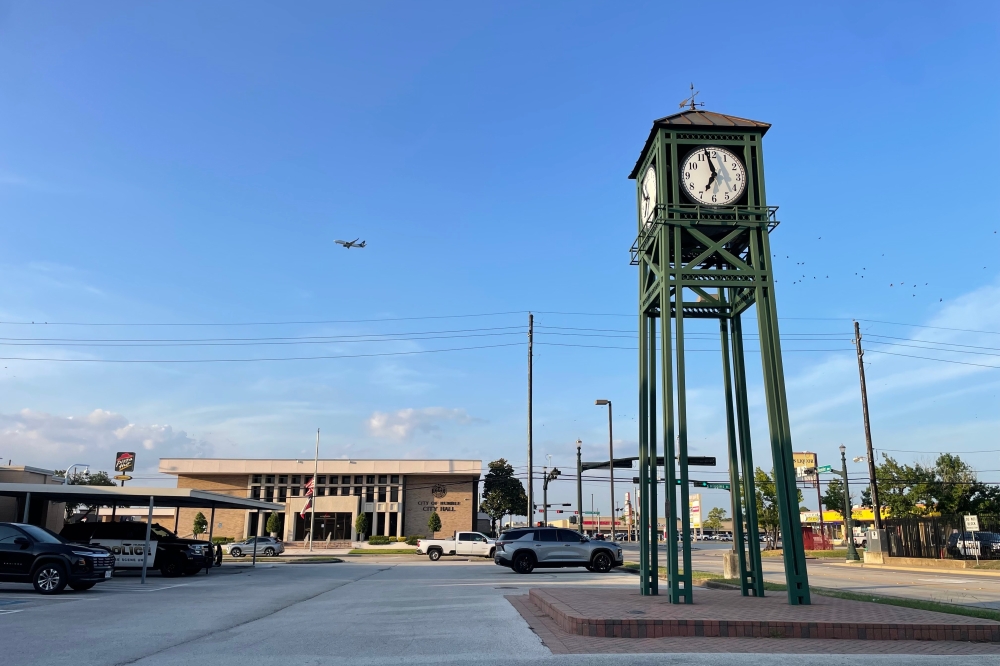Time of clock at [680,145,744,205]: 6:57
